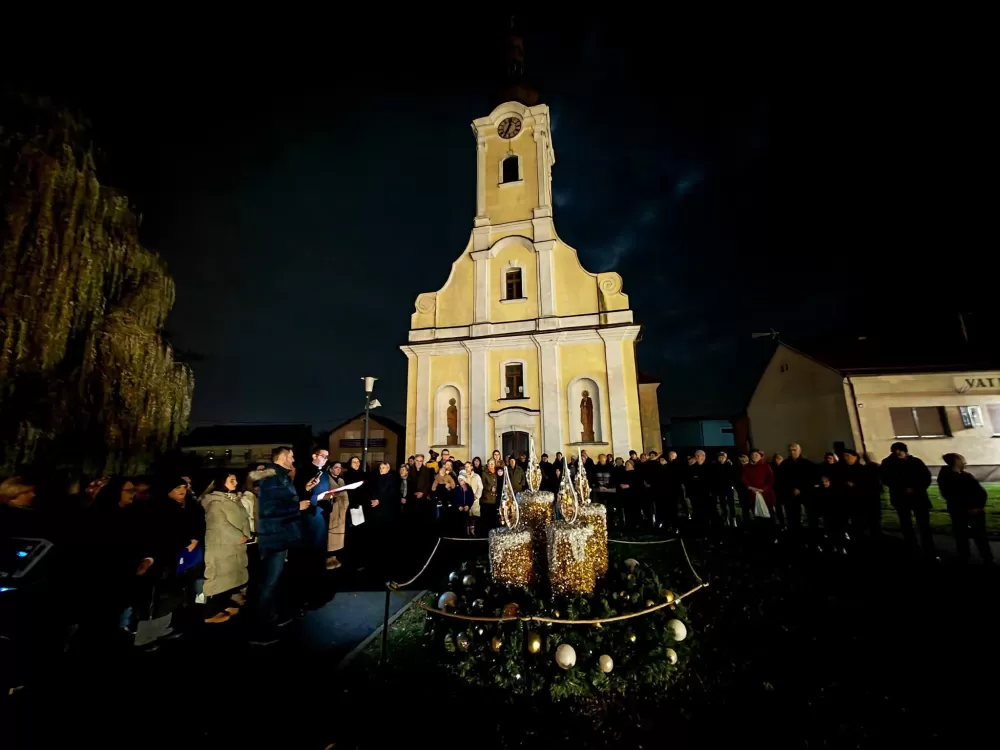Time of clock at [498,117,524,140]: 12:34
